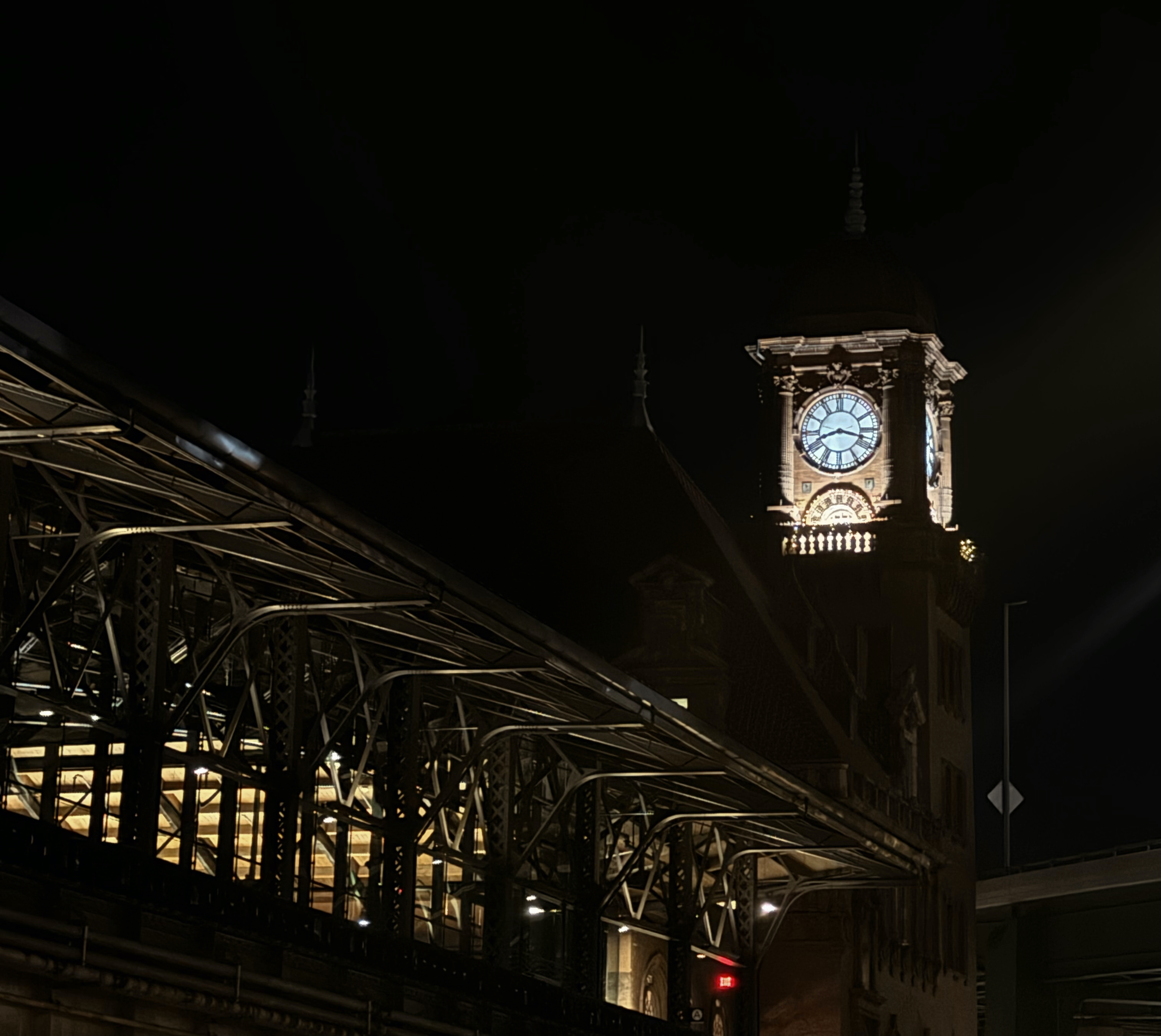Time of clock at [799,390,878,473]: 8:17
